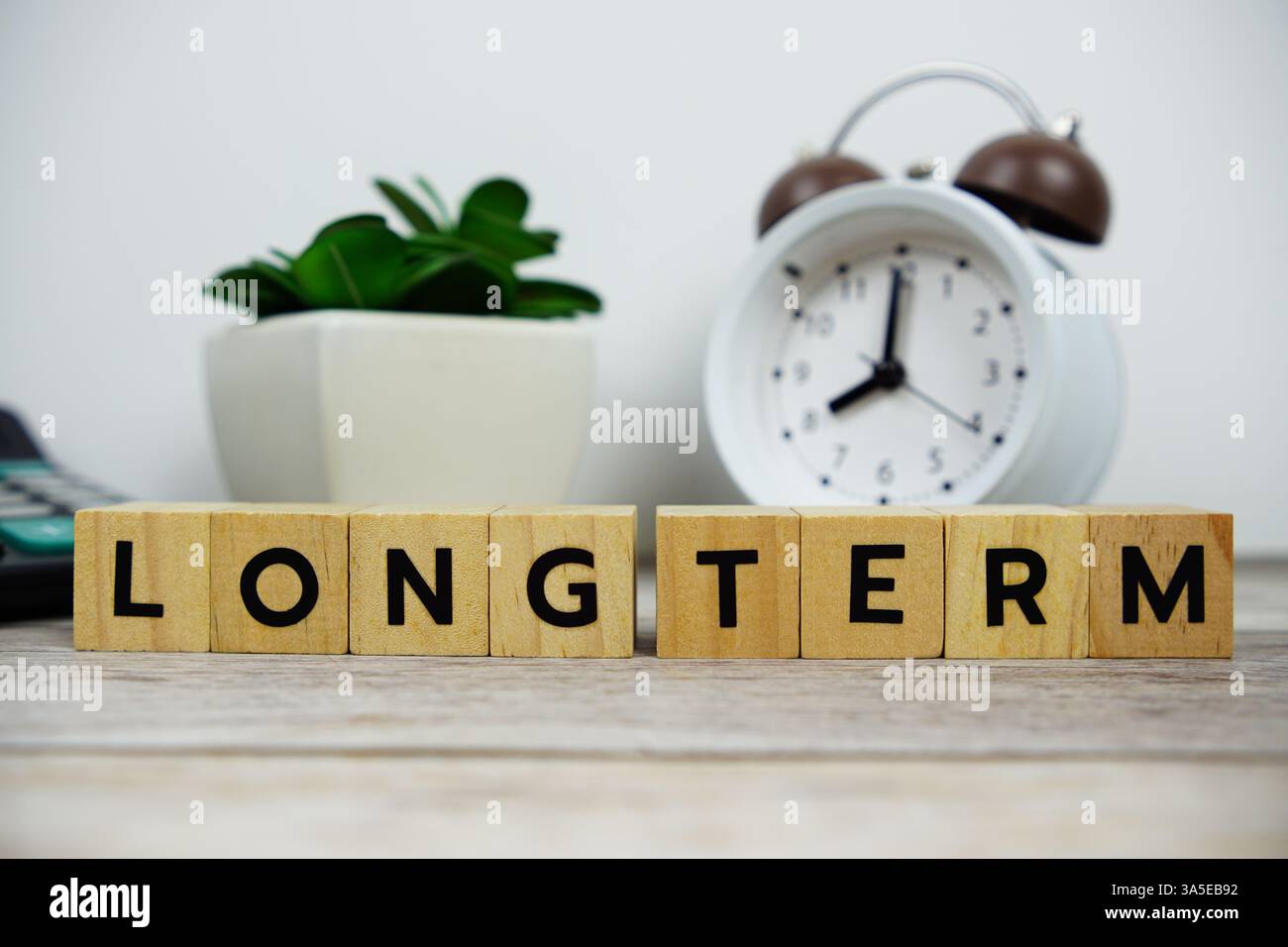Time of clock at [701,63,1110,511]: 8:00
